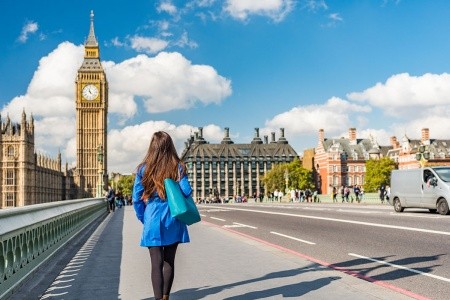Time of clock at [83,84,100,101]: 11:22
